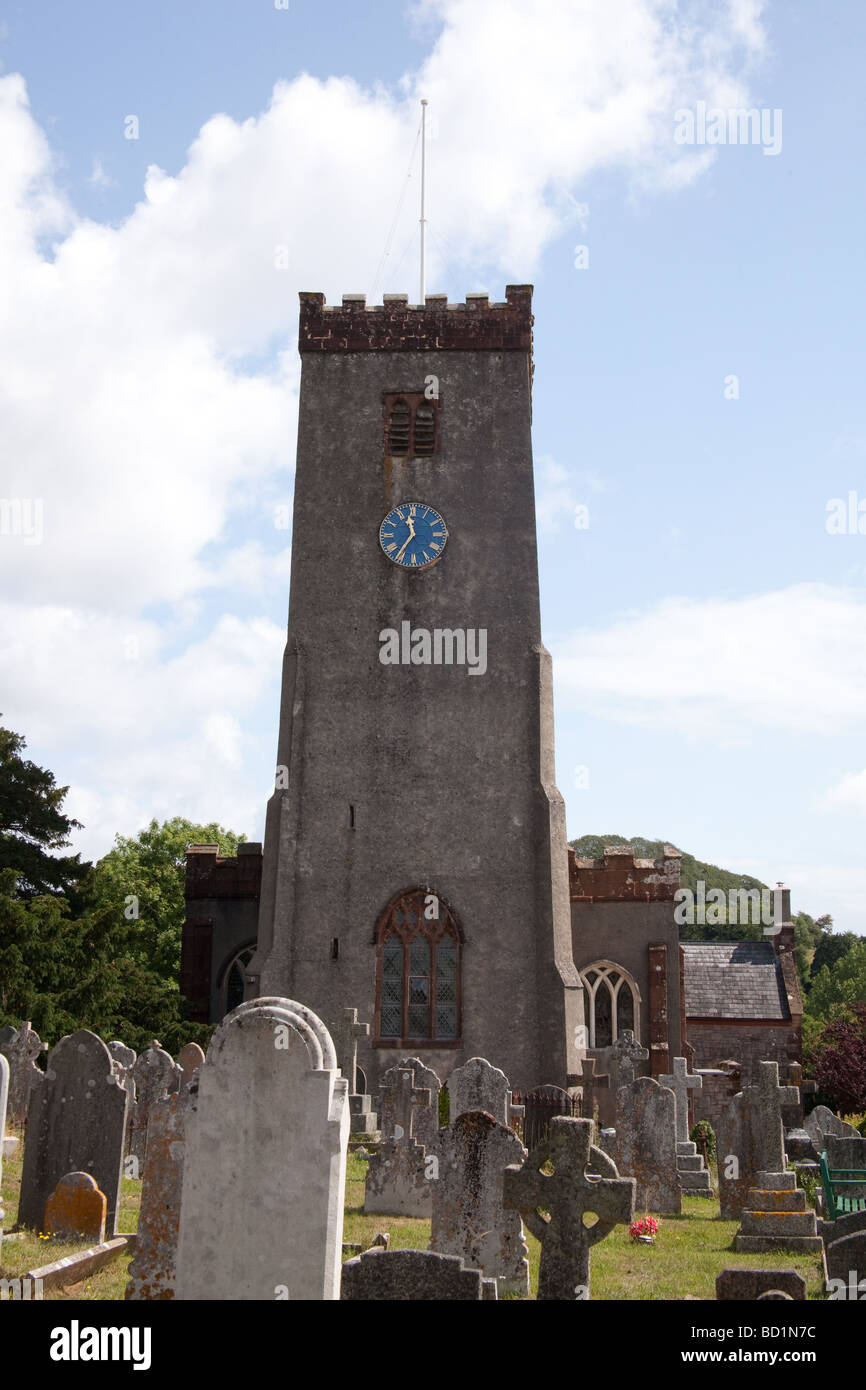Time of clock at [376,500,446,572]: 11:35
